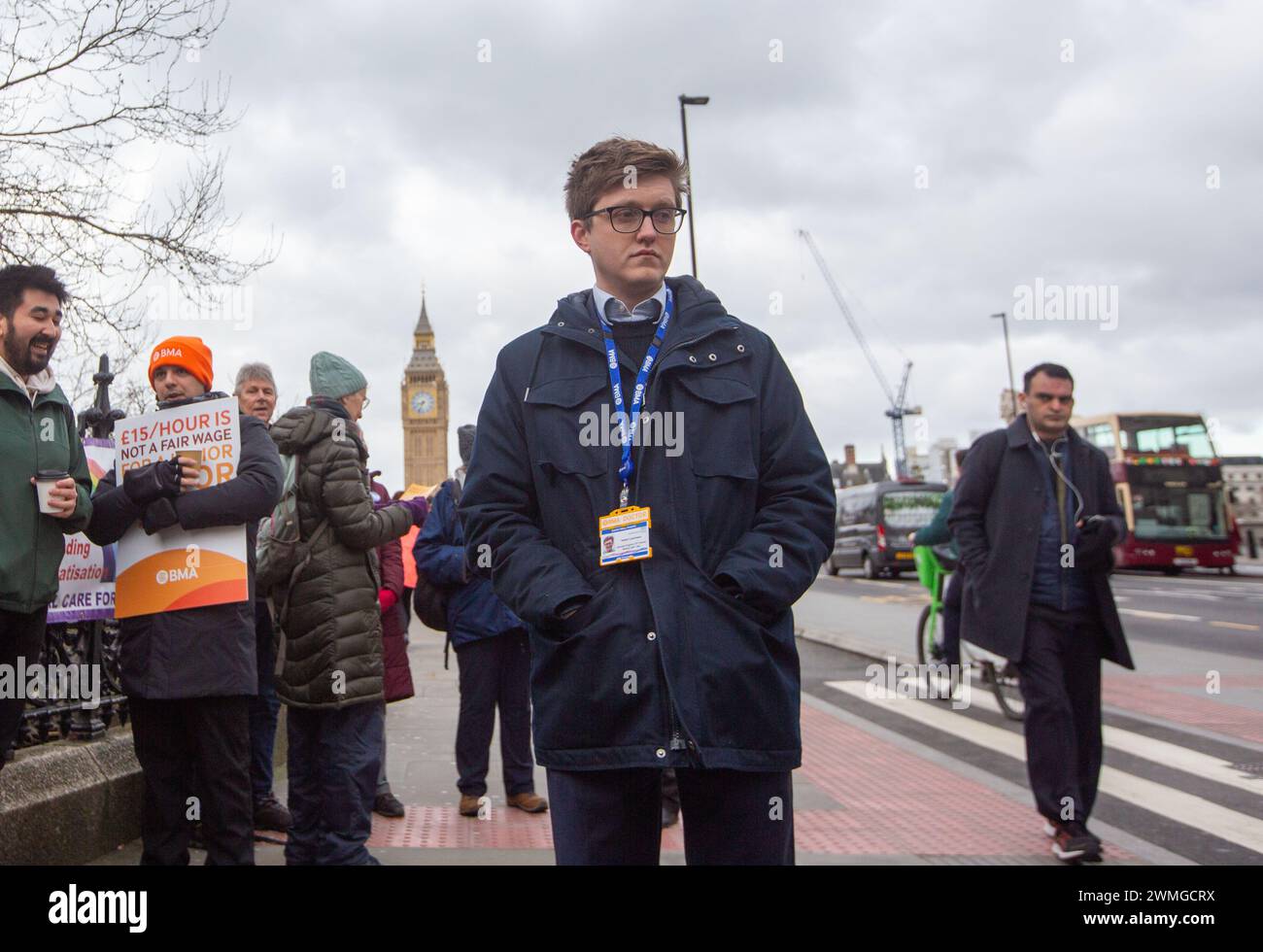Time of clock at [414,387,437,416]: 8:33
